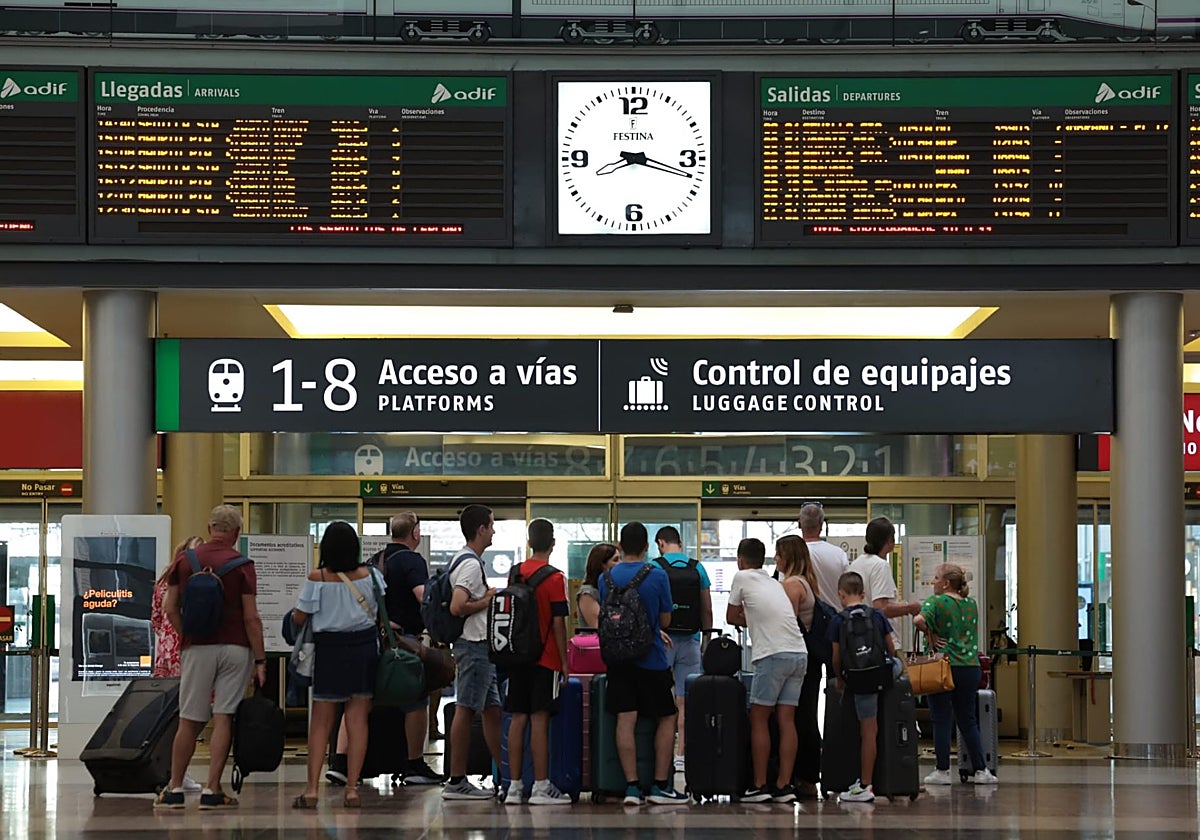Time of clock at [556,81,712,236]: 8:17
